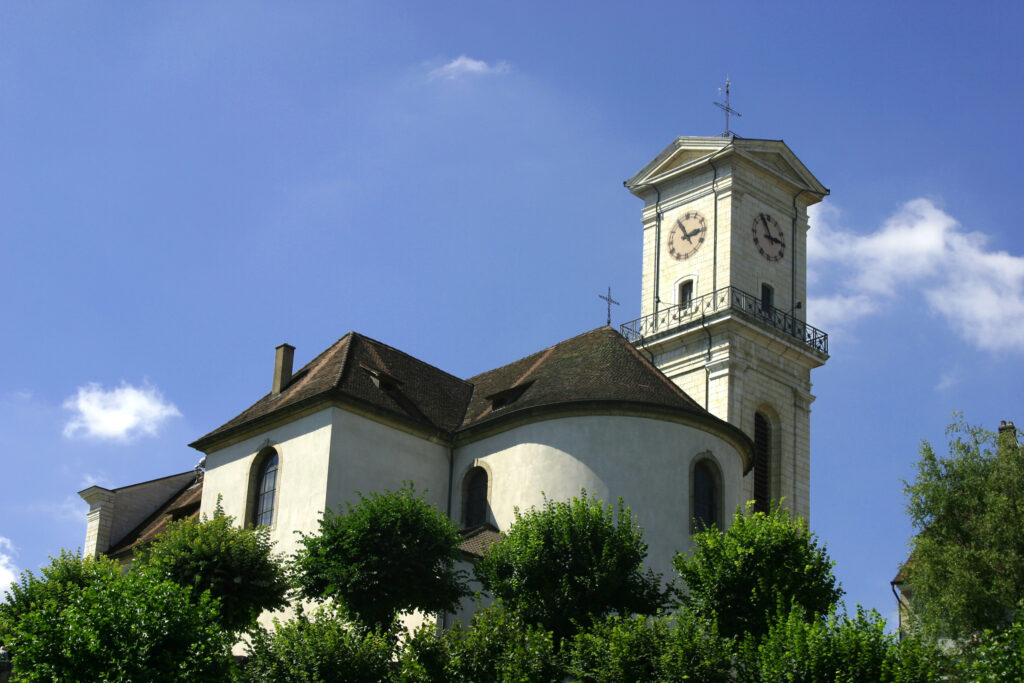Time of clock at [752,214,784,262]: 2:56
